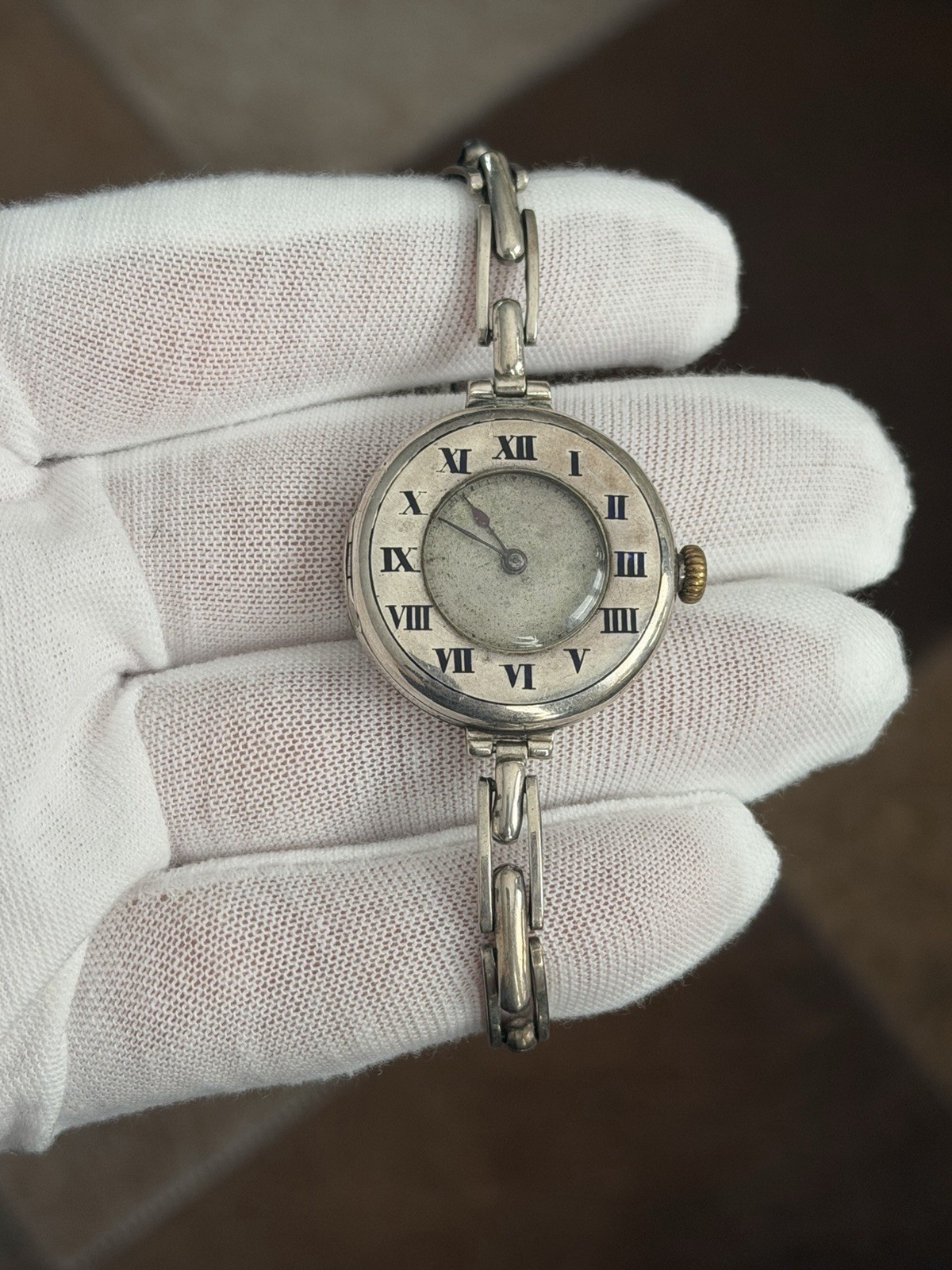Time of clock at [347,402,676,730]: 10:50
